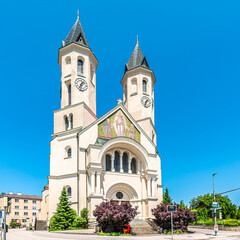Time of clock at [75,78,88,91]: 1:33
